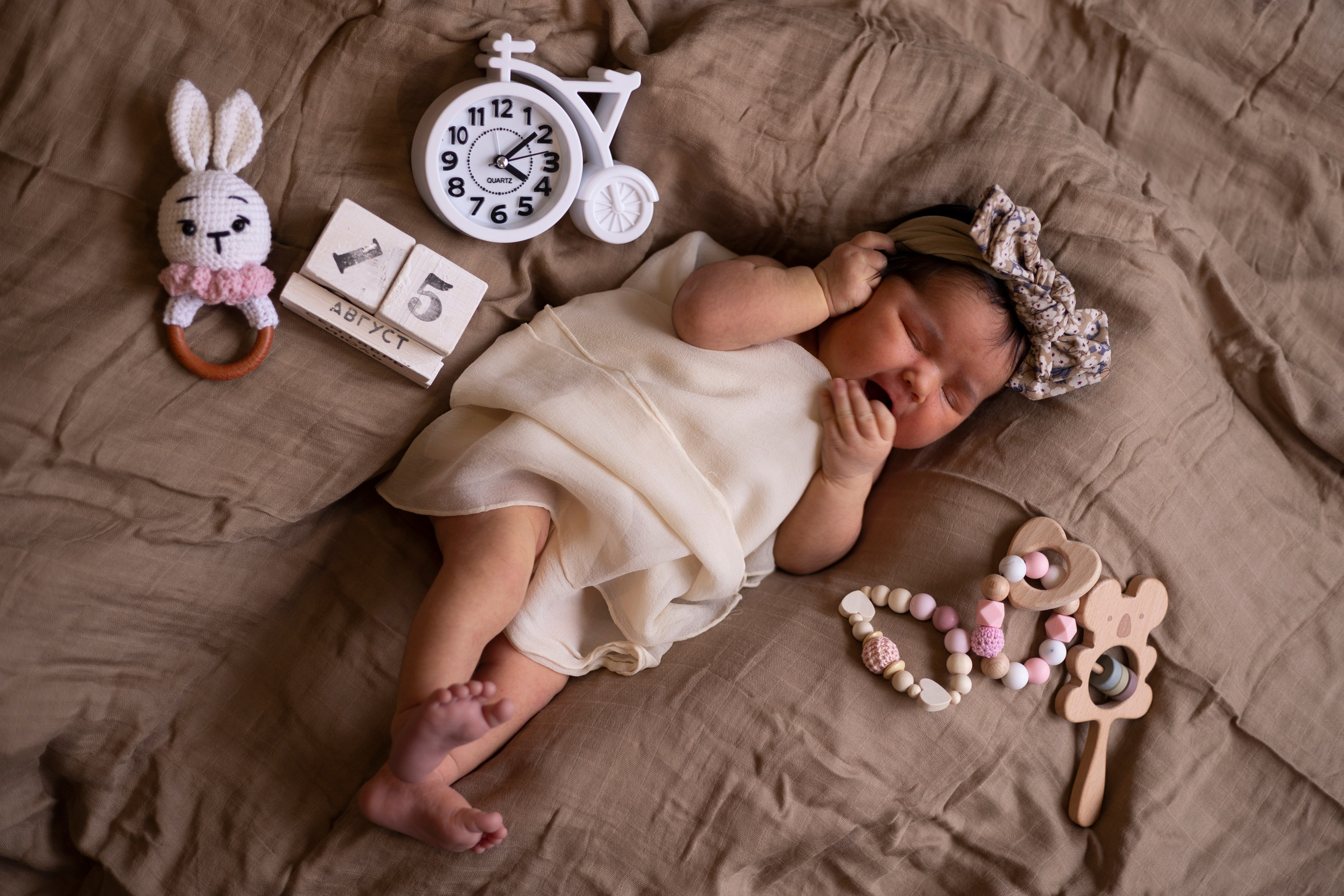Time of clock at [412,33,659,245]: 4:08
